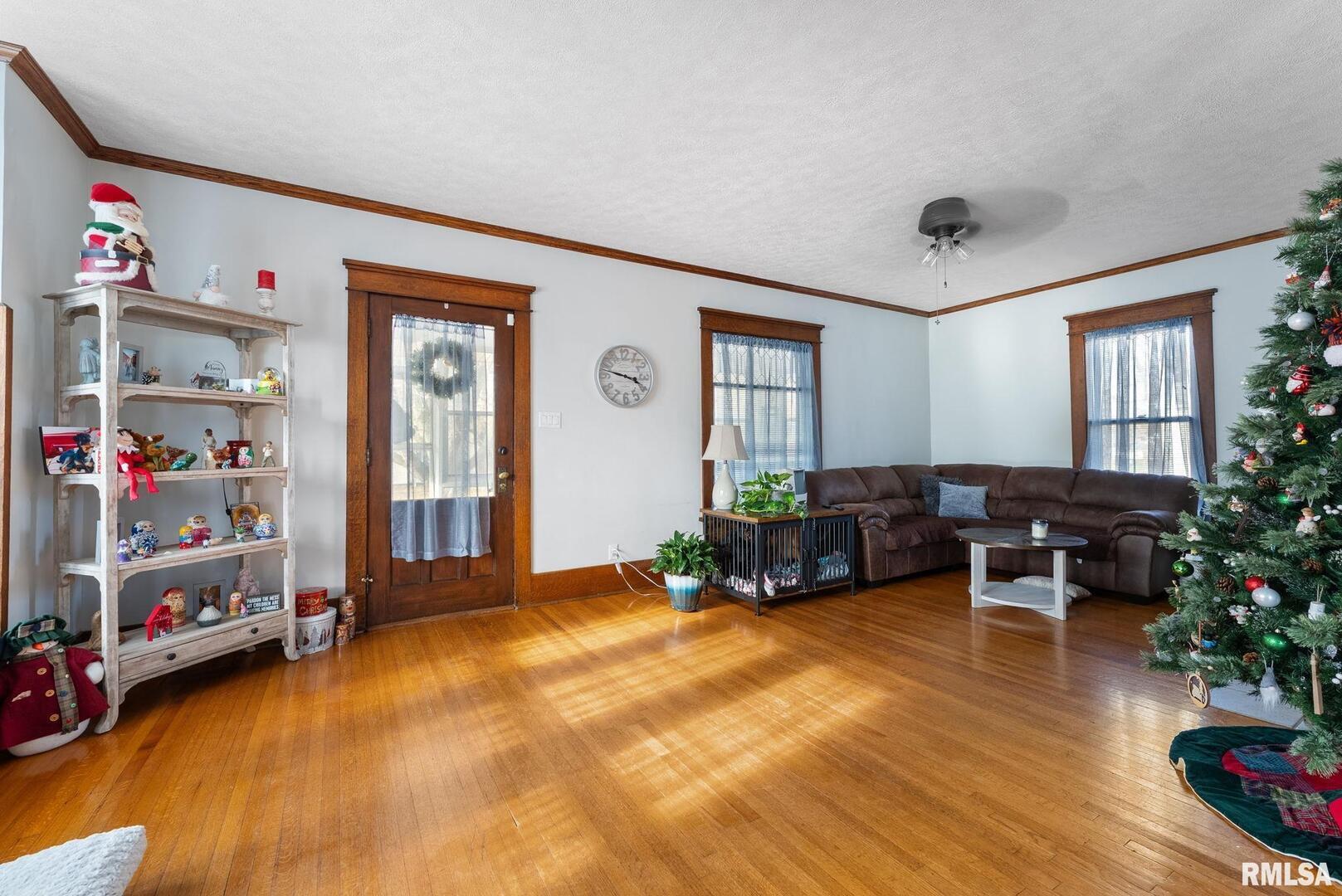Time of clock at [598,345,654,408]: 3:47
